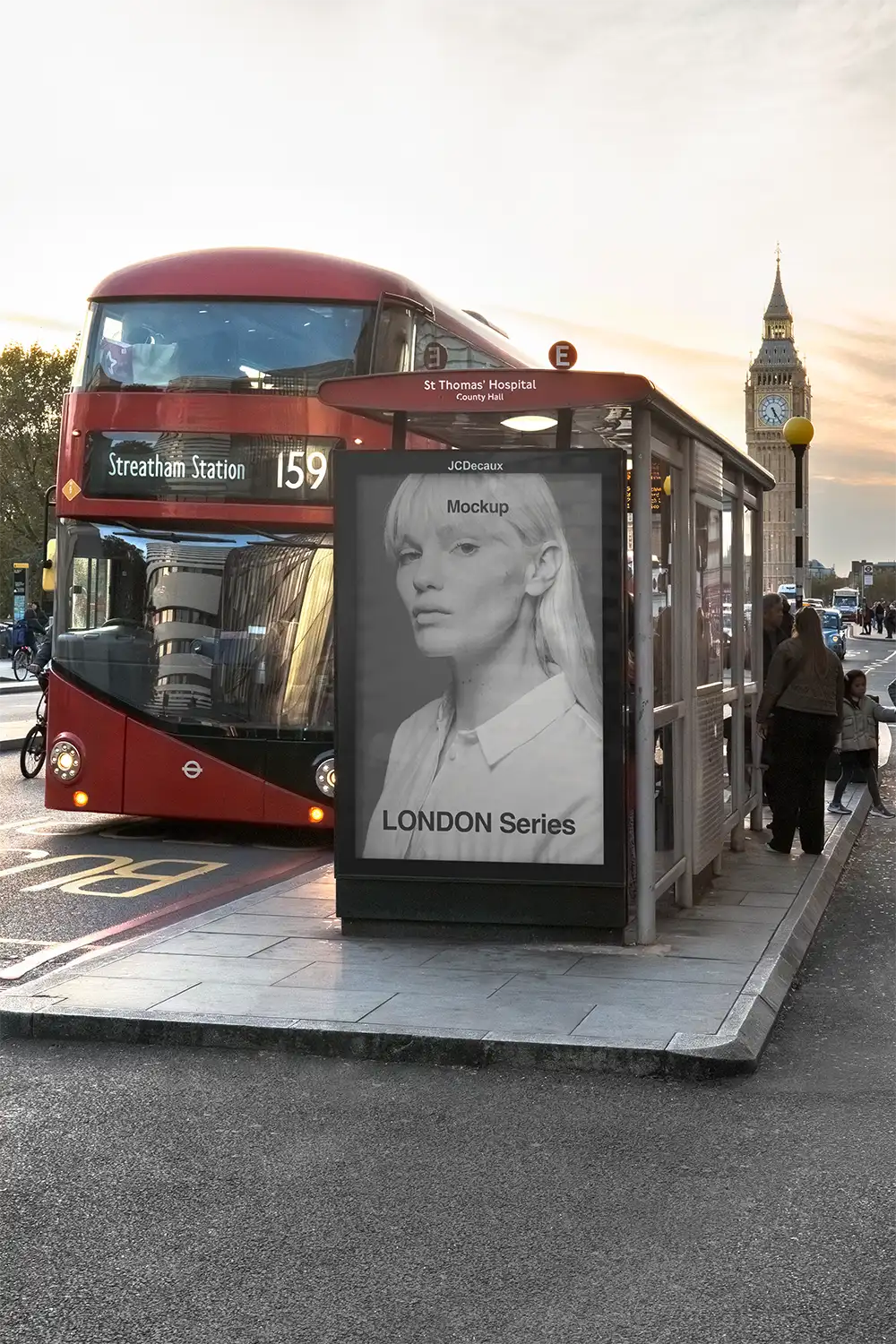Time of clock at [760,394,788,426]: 5:24
